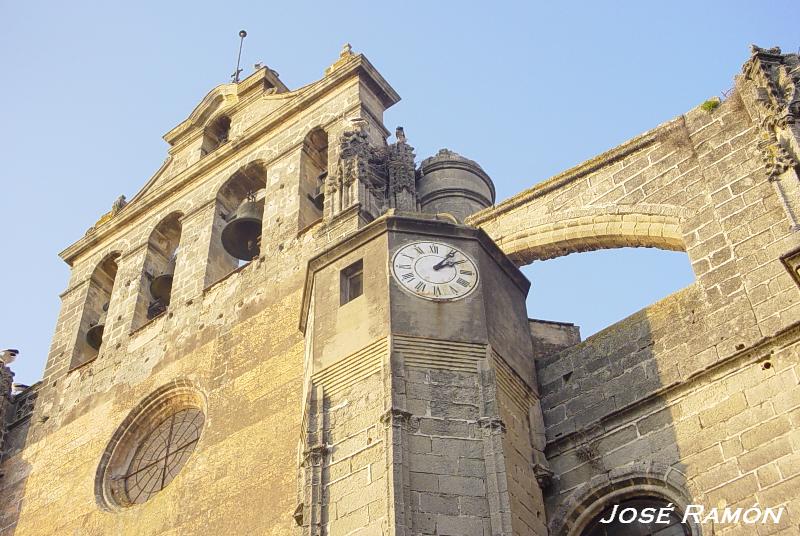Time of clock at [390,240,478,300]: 2:06
